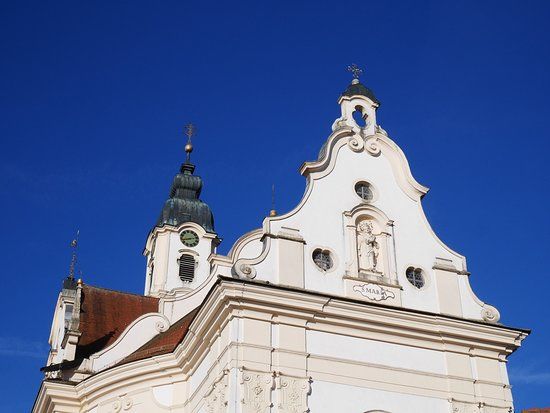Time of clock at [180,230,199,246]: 2:43
